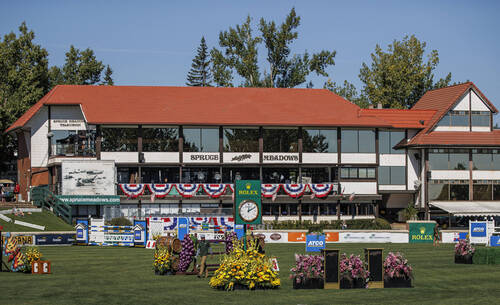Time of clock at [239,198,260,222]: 12:10
